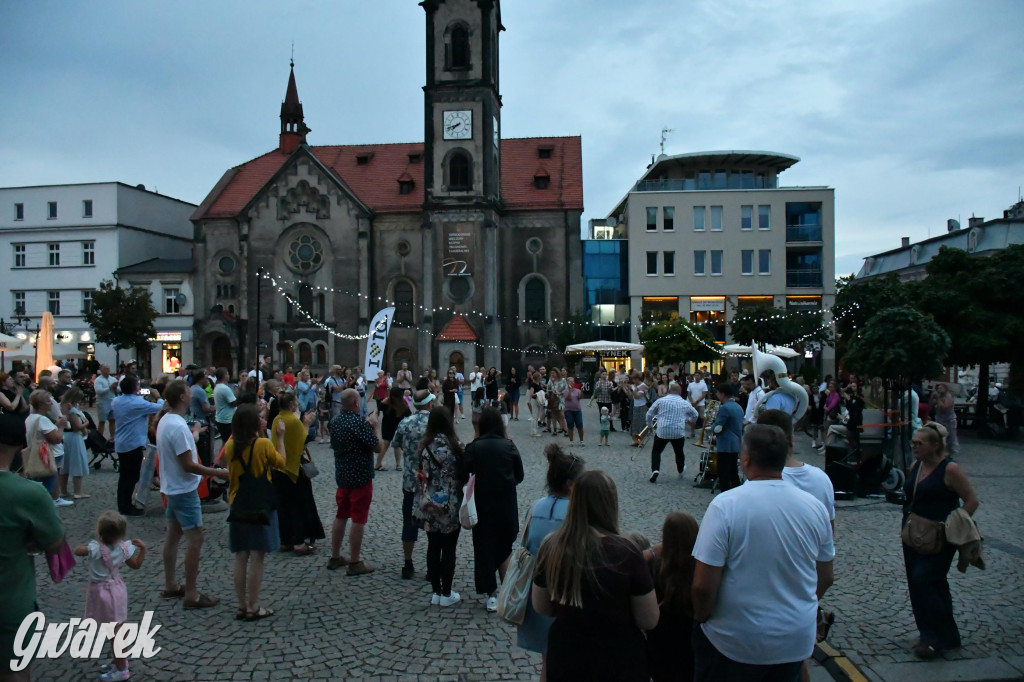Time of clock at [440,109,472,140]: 7:41
